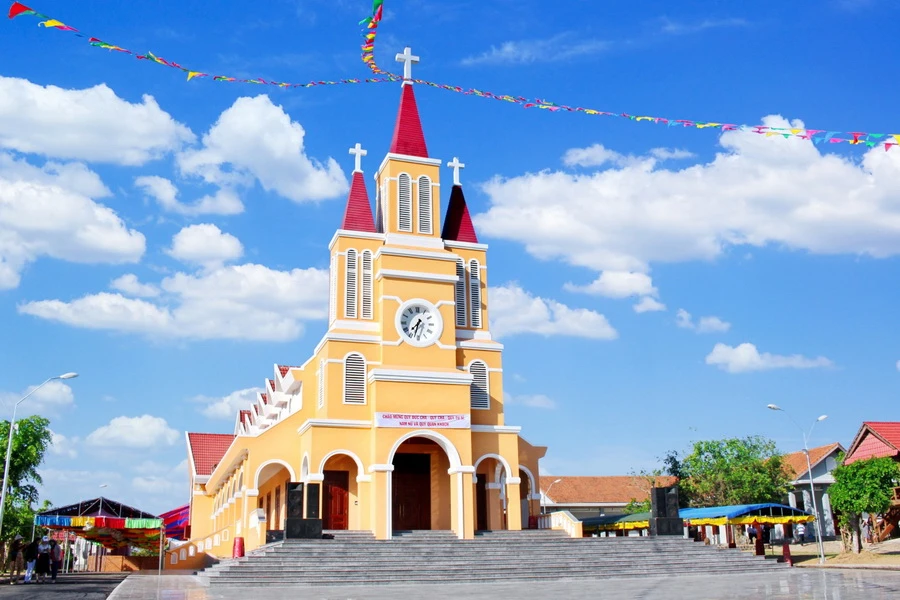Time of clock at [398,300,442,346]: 7:32
